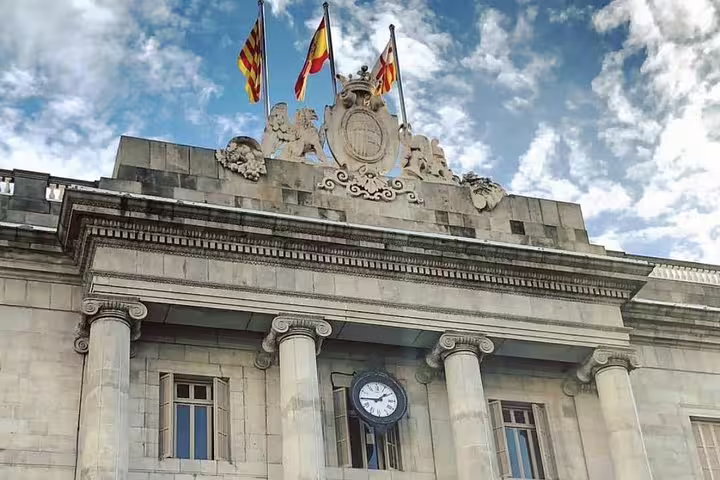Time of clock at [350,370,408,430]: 1:45
